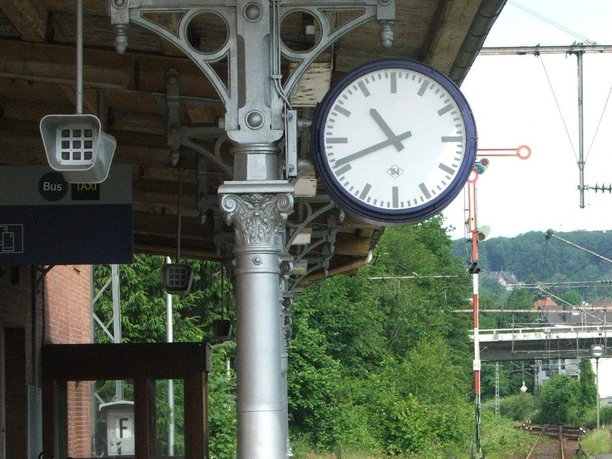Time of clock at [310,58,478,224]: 10:41
